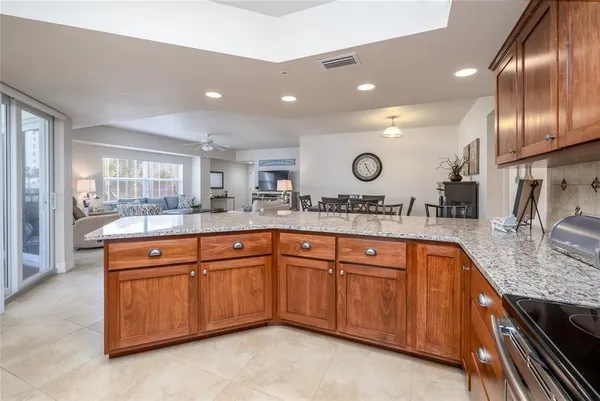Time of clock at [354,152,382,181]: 11:24
